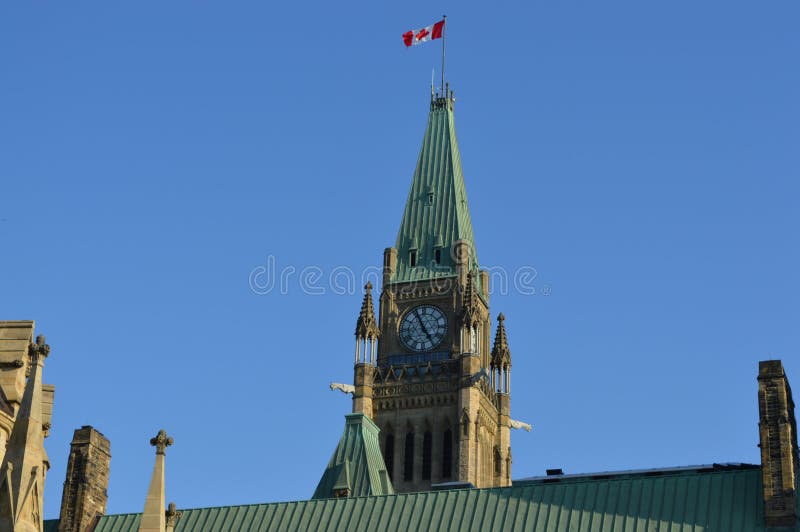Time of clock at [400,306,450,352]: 4:55
